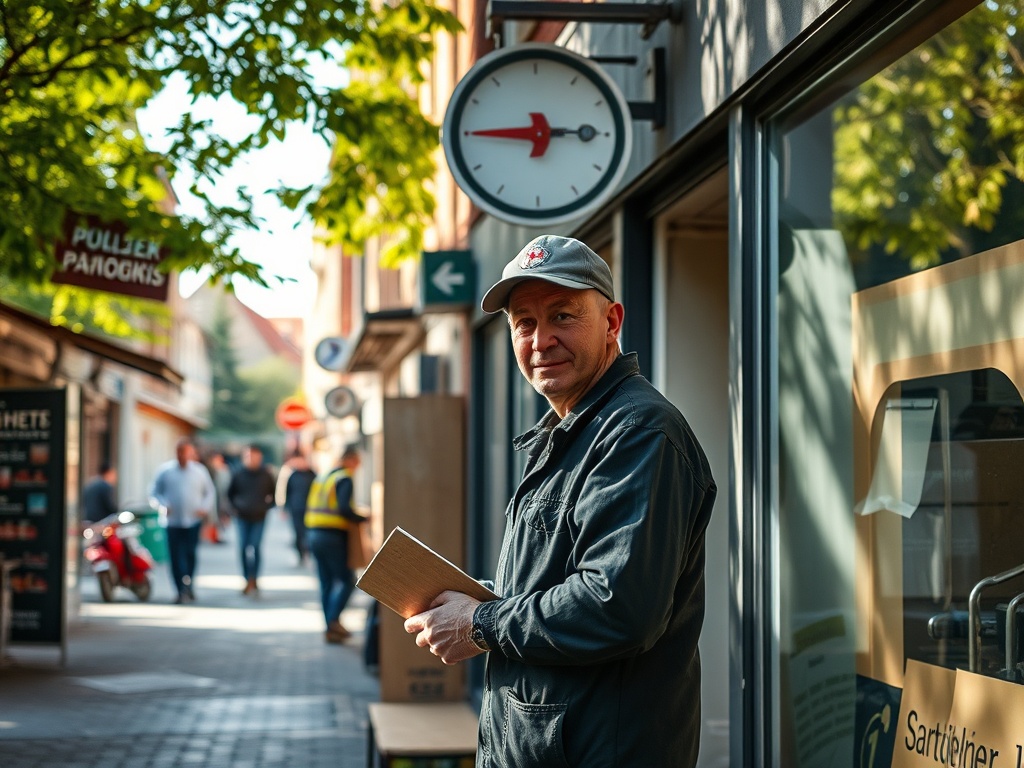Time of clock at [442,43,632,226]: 2:45
